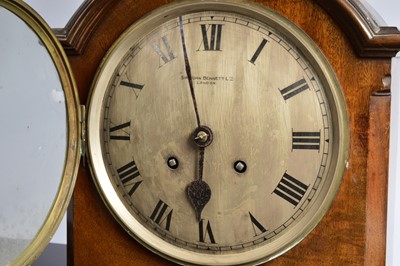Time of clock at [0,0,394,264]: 5:57
